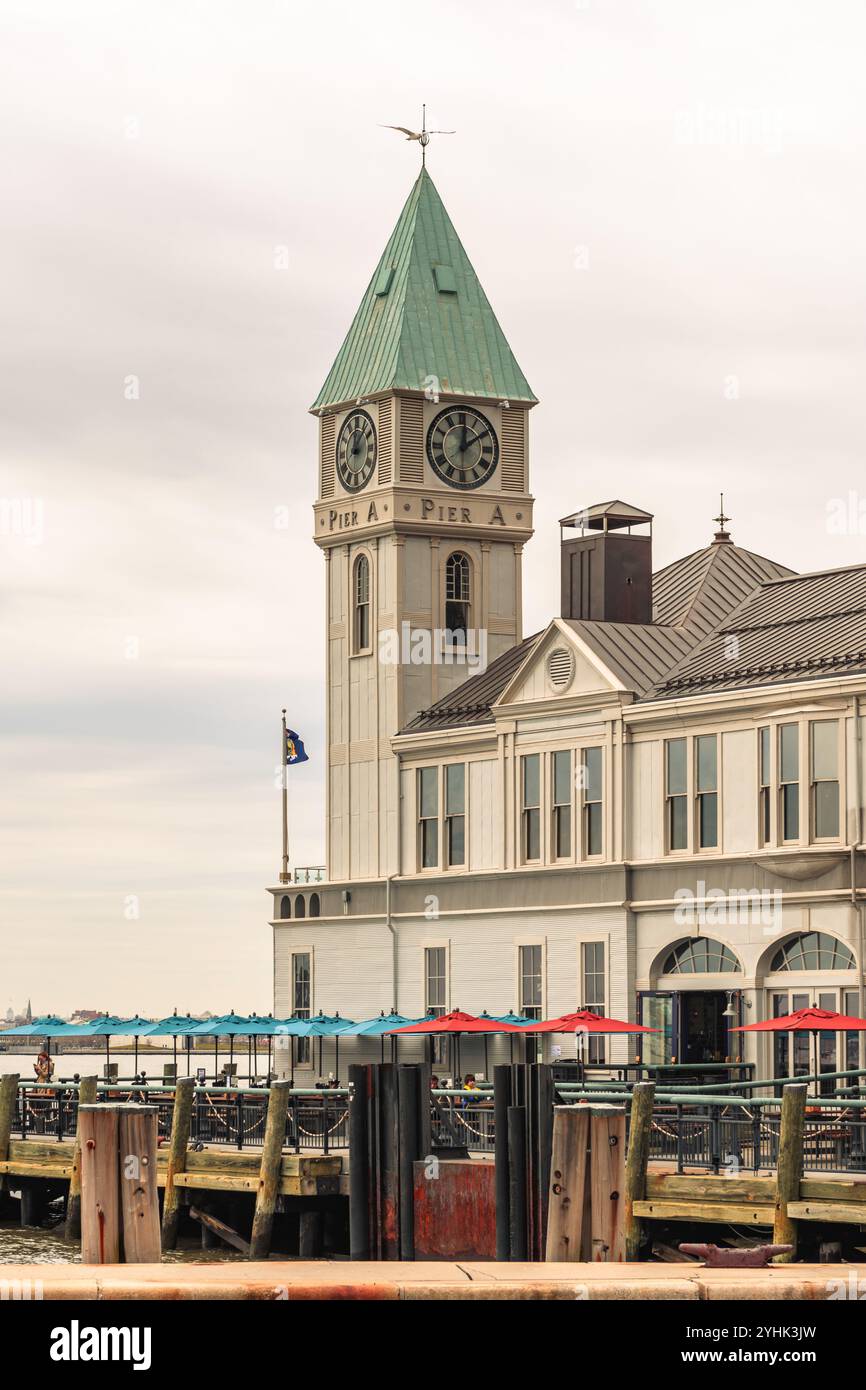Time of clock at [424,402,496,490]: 12:09
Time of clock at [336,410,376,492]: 12:07
